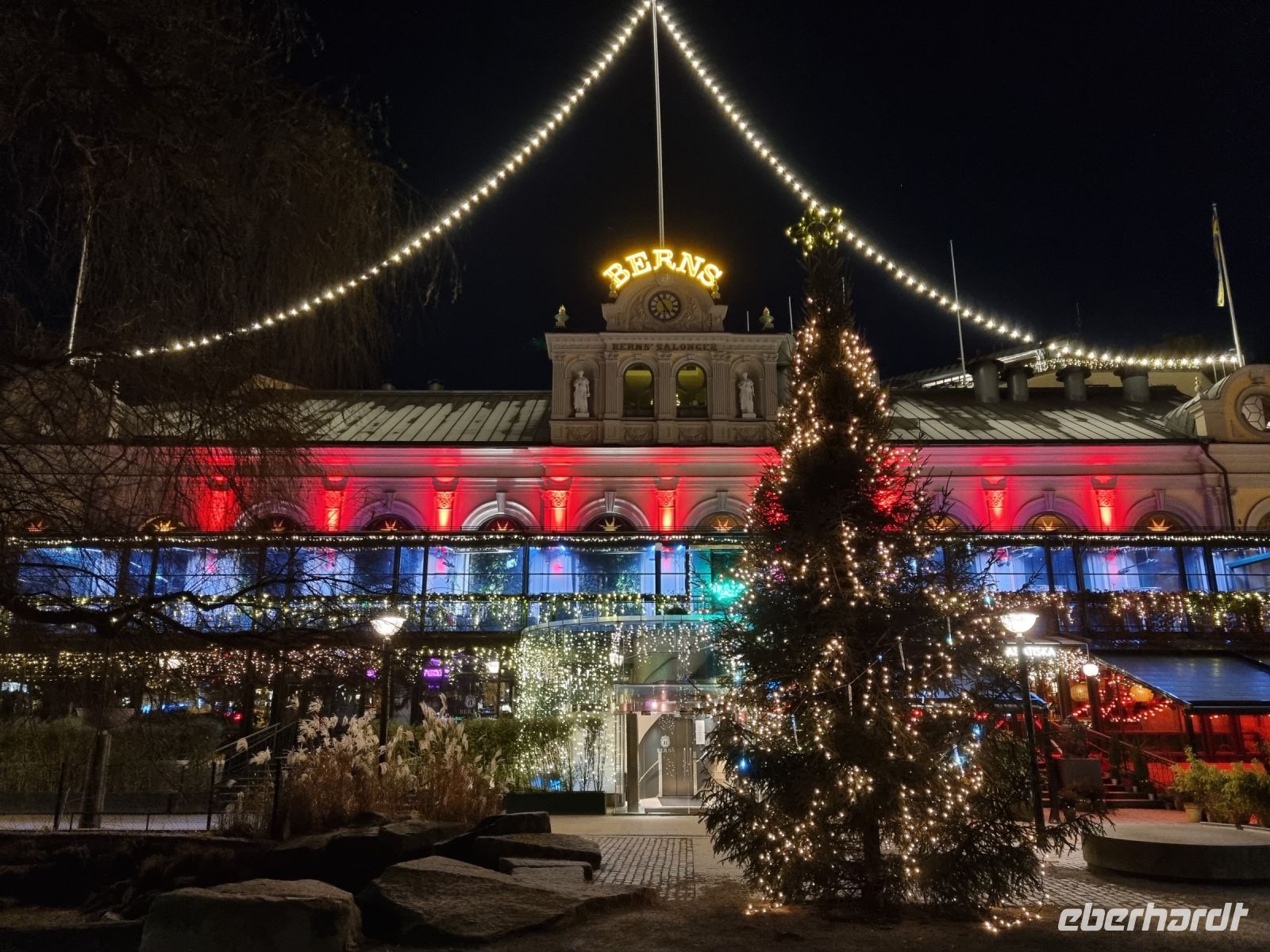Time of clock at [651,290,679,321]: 4:54
